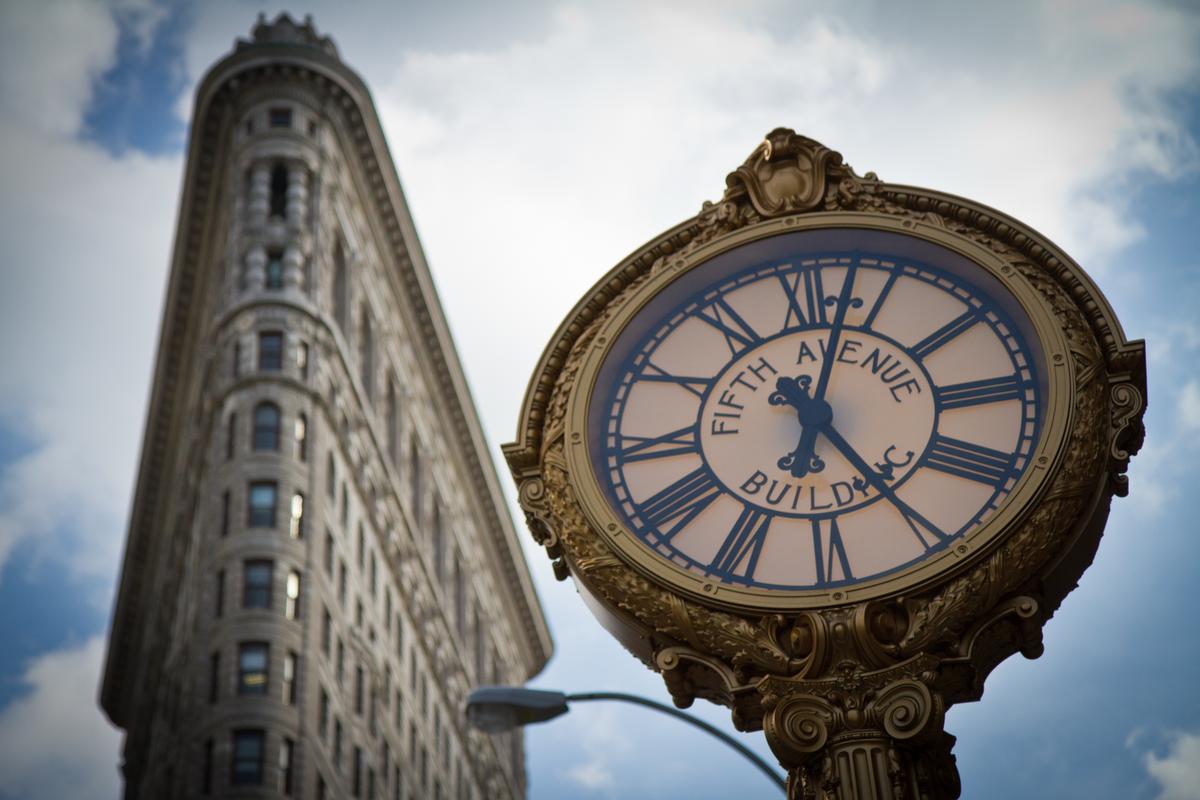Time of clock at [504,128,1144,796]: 5:02
